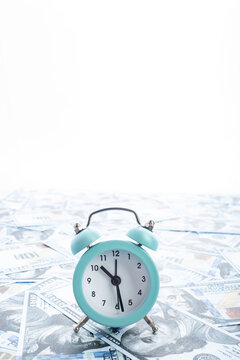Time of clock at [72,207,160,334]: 10:28
